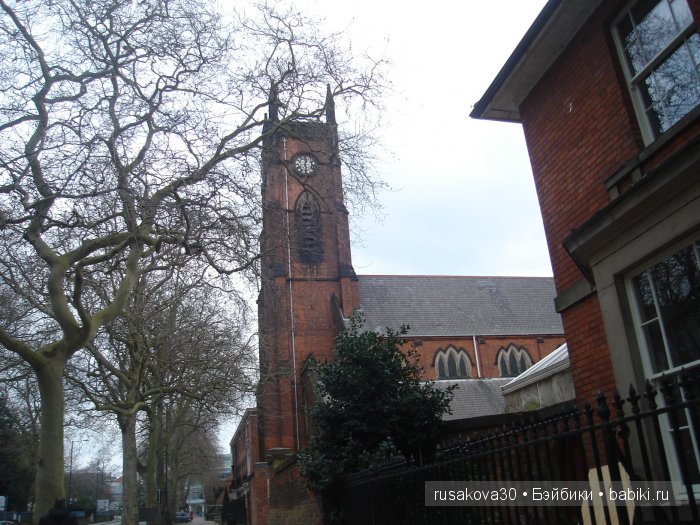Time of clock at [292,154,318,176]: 12:28
